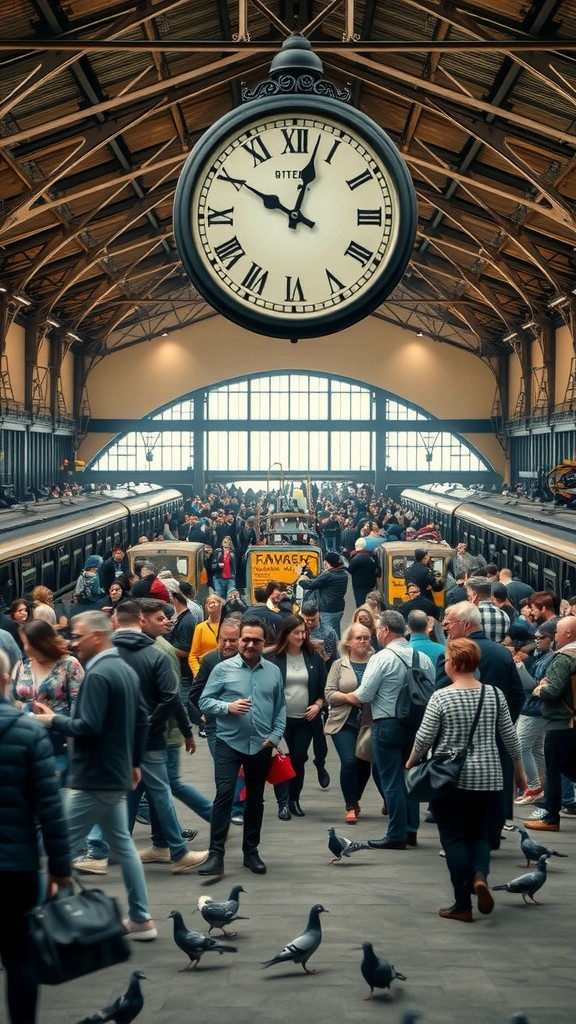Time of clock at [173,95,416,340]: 10:02
